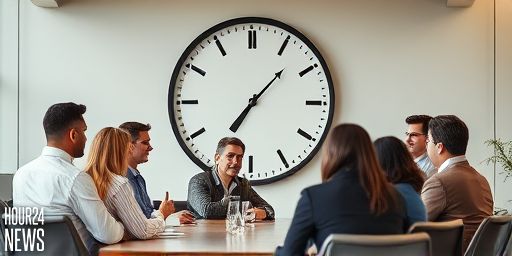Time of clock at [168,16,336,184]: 7:07
